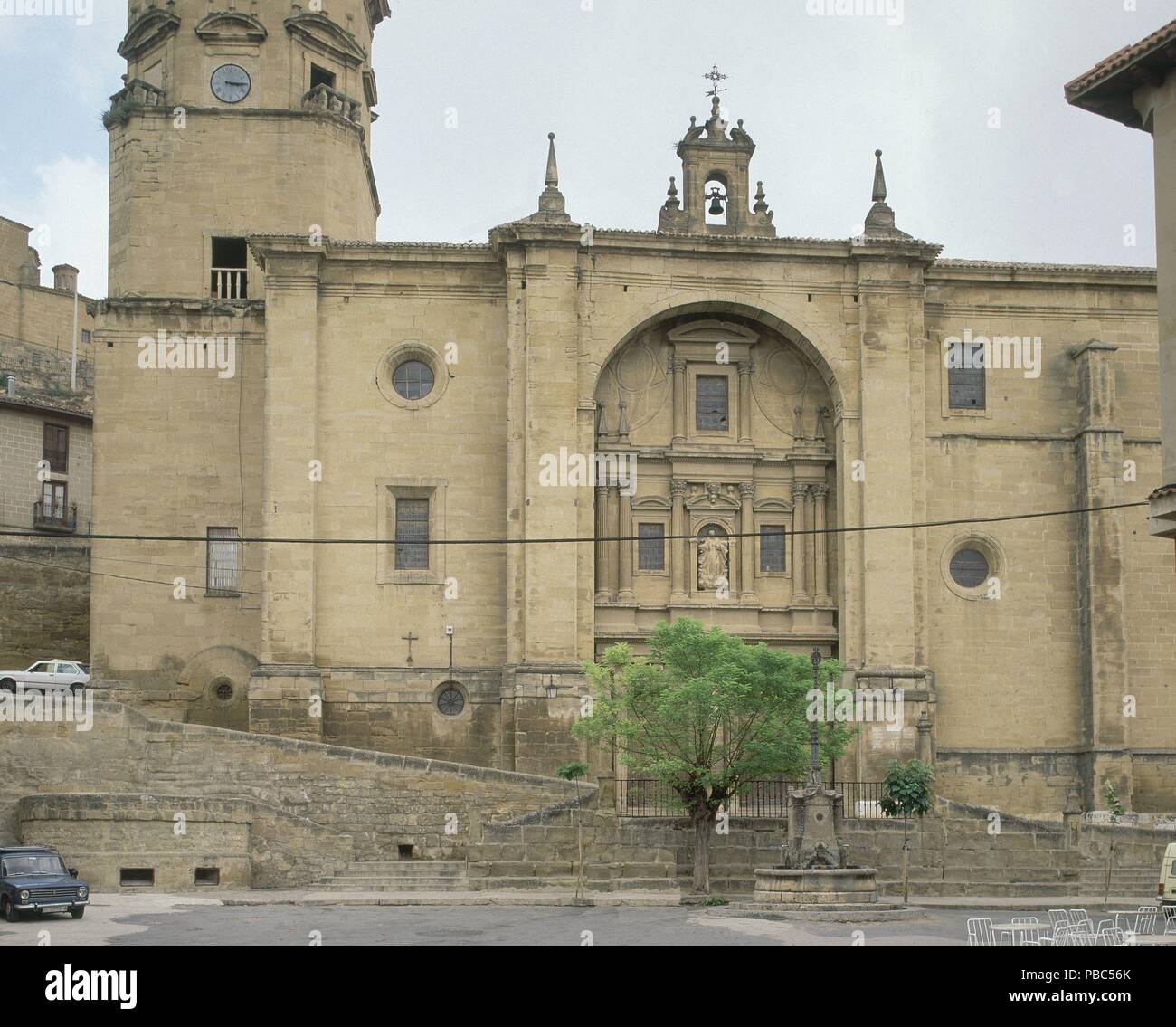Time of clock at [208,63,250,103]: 3:14
